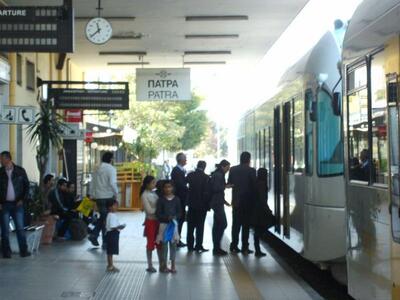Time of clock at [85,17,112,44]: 11:38
